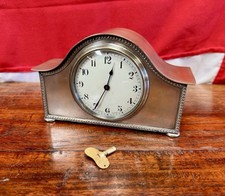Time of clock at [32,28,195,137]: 12:34
